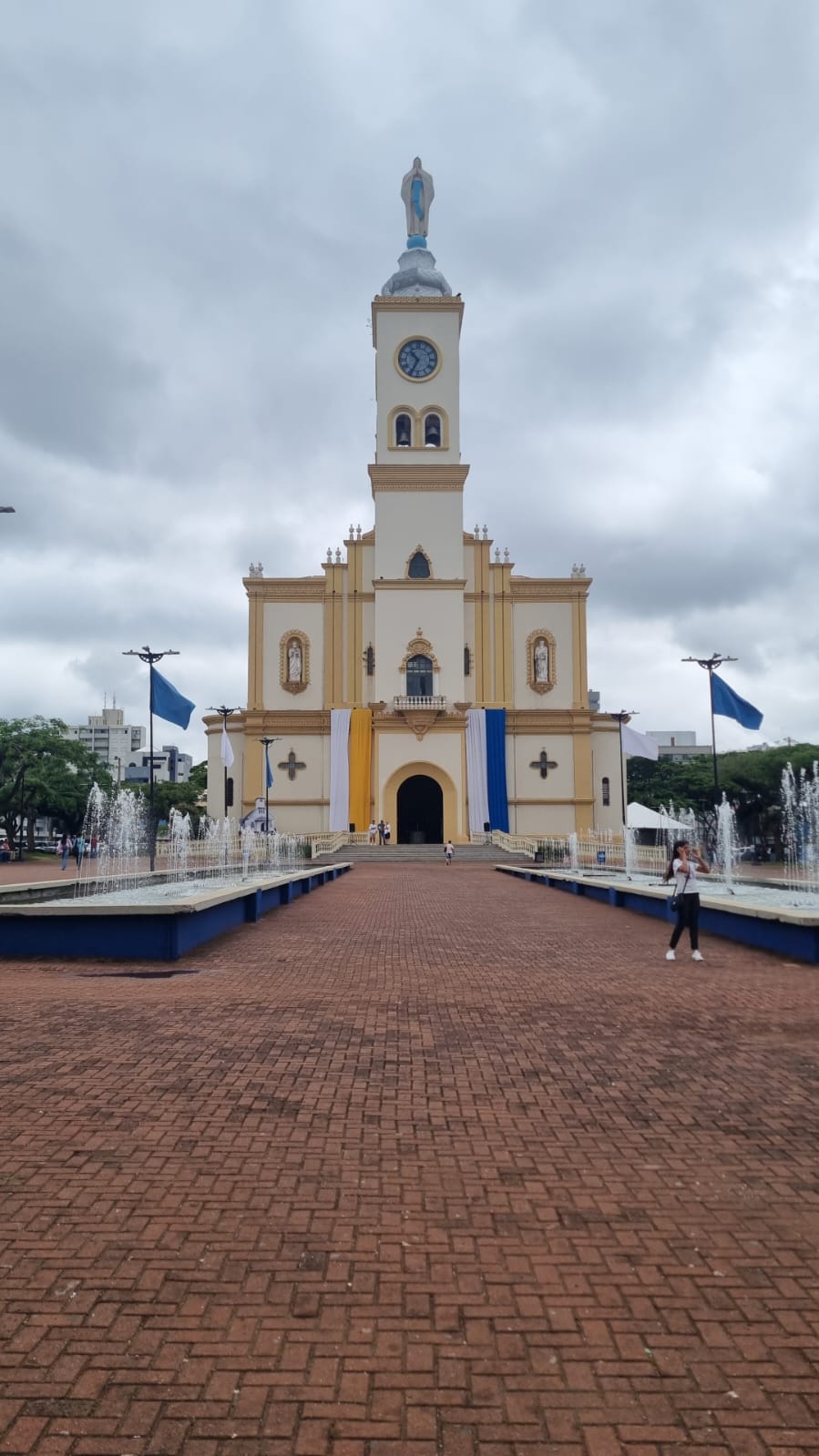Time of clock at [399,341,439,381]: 10:34
